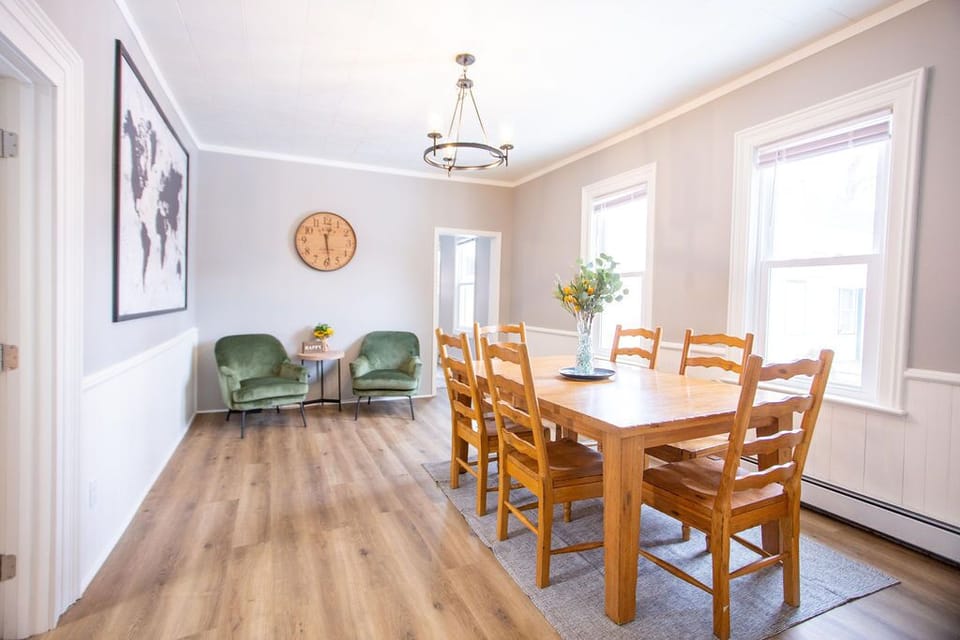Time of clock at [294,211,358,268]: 12:28
